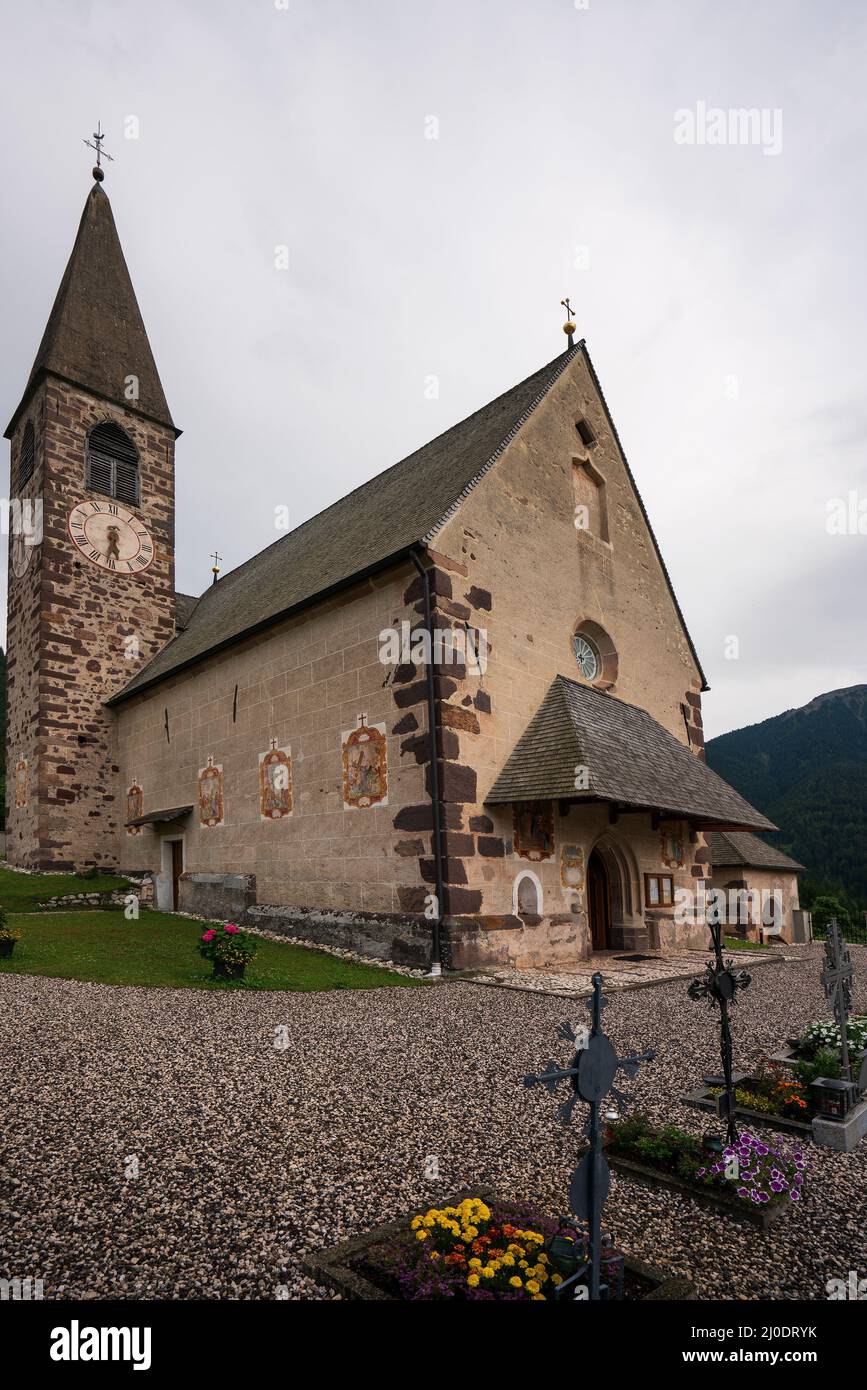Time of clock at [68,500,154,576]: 5:31
